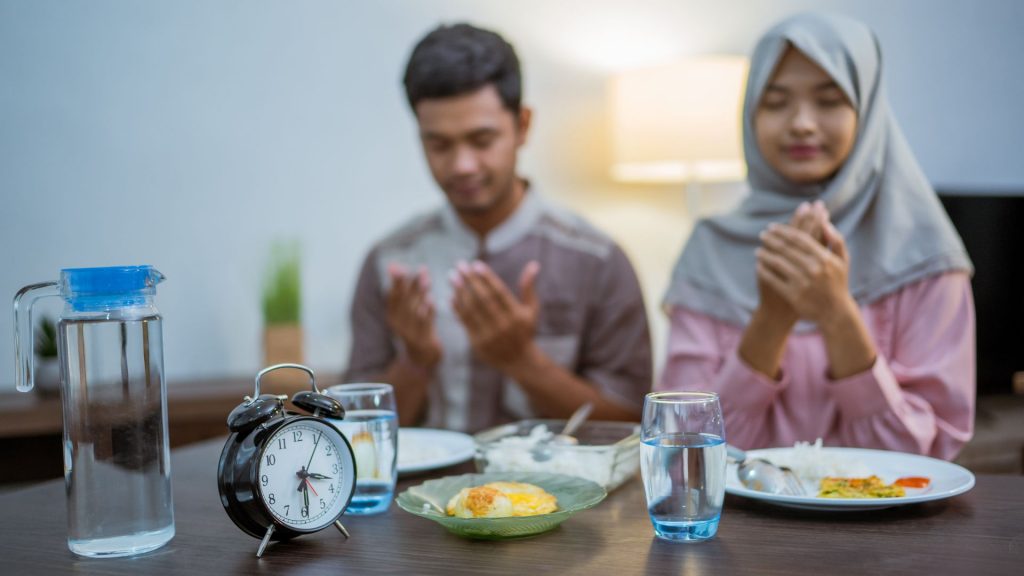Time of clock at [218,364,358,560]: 3:29
